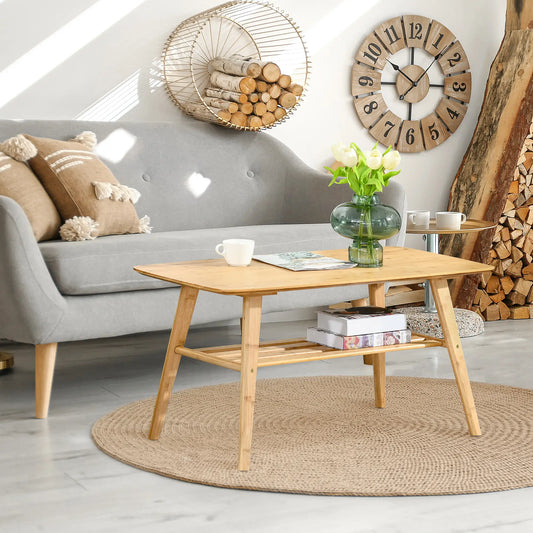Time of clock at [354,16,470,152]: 10:07
